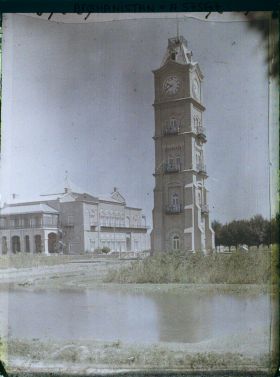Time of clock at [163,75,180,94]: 9:40
